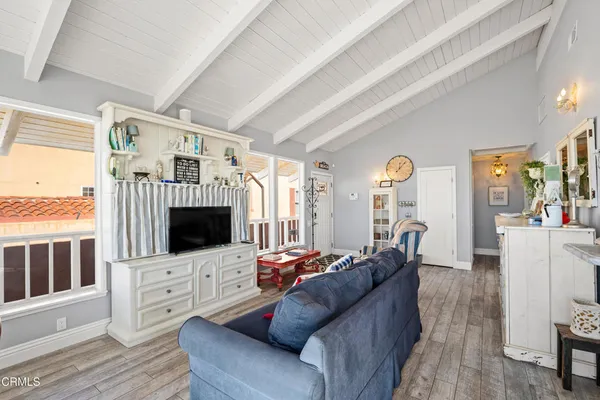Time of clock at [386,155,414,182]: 12:06
